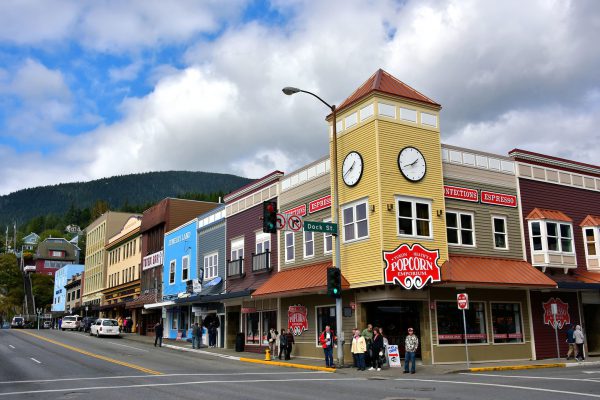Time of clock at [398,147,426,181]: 1:41
